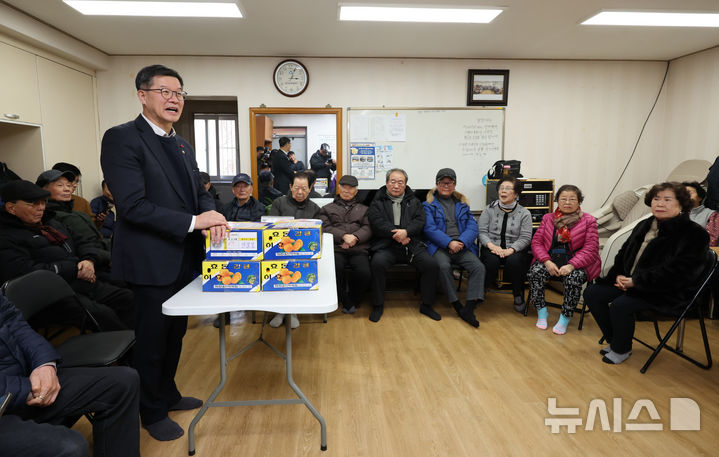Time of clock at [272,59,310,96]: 3:04
